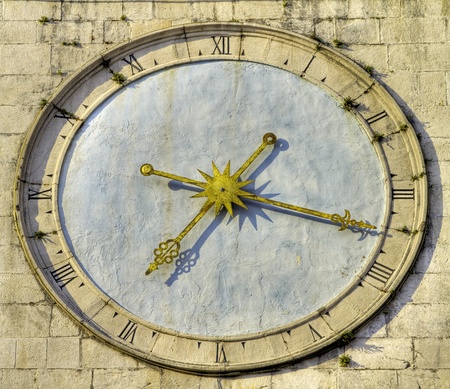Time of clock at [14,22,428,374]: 7:17
